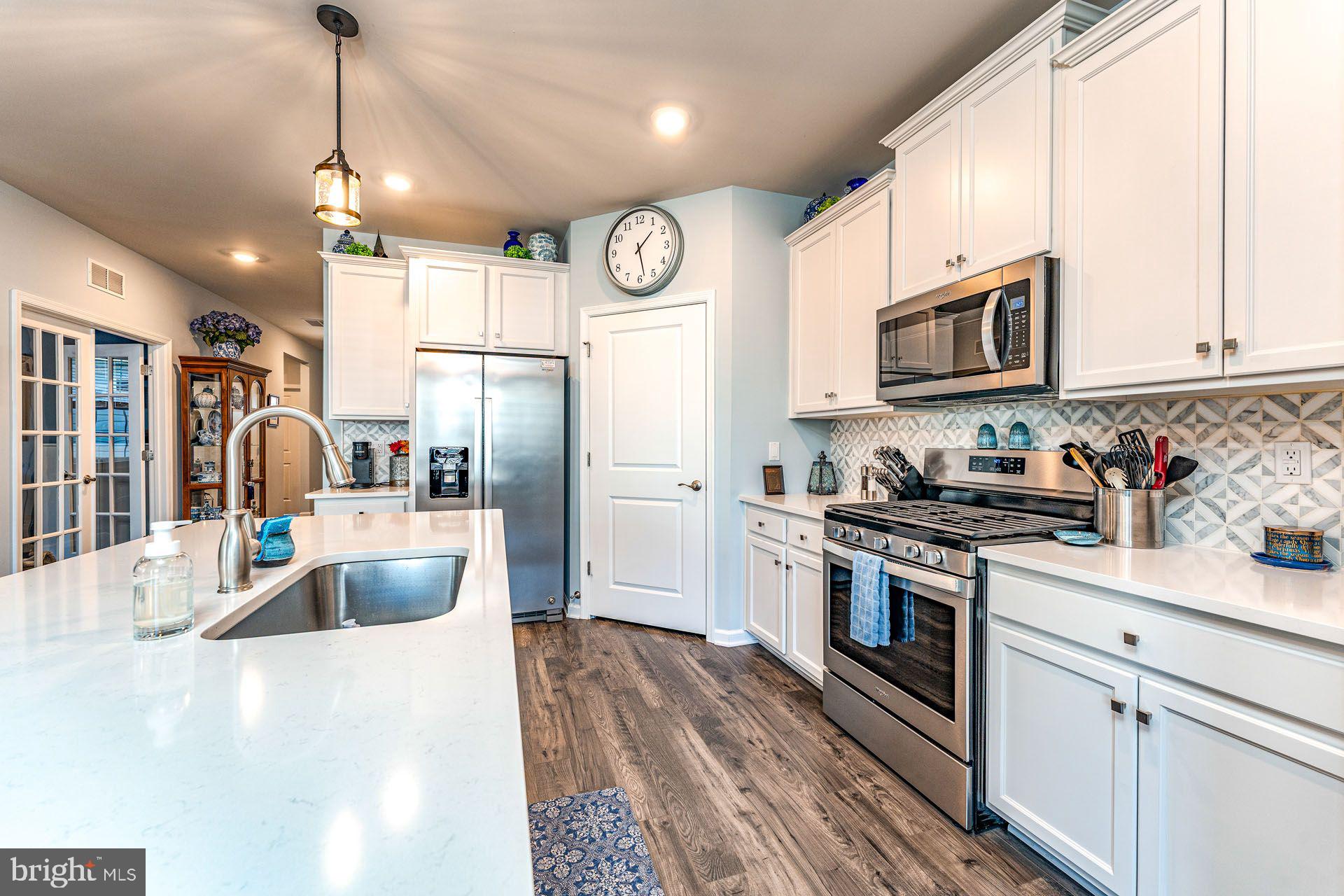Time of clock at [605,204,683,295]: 1:28
